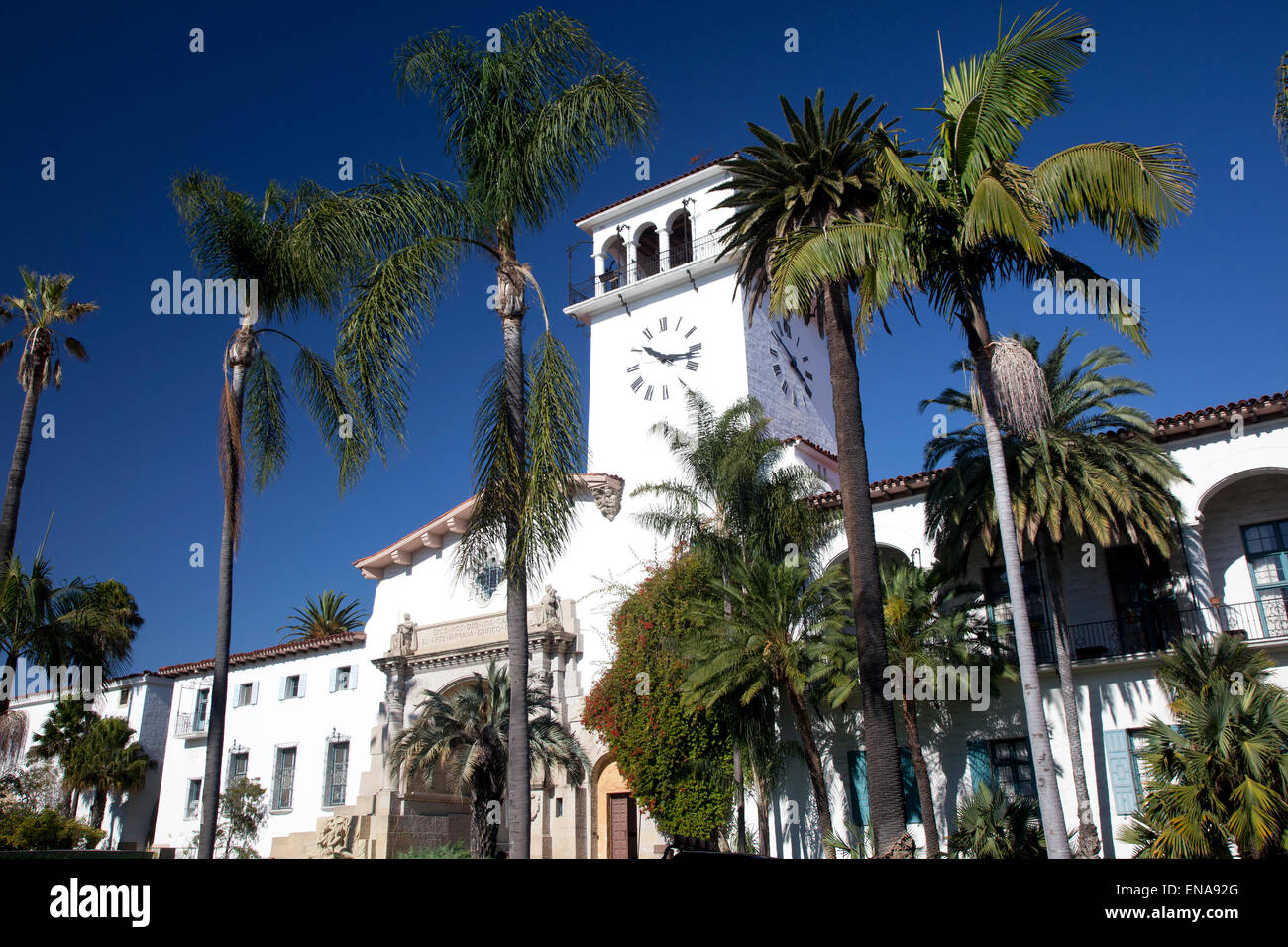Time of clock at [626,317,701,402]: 10:16
